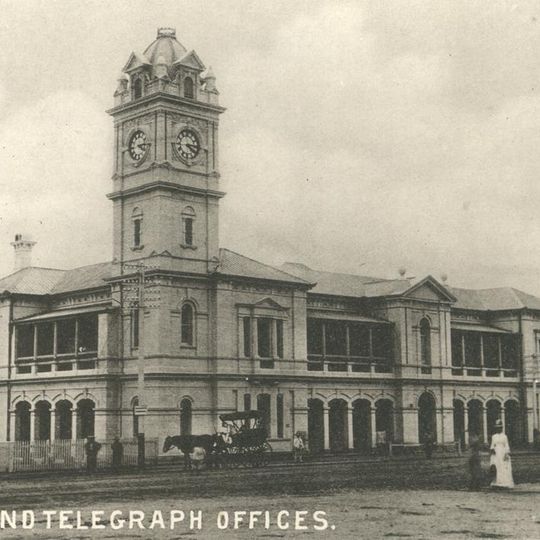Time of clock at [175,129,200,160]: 4:14
